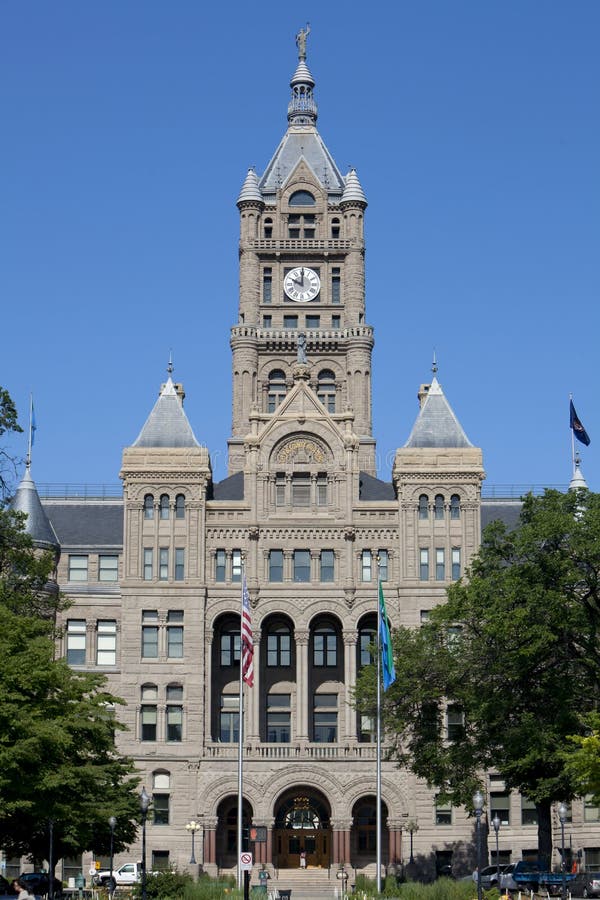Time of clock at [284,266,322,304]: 10:00
